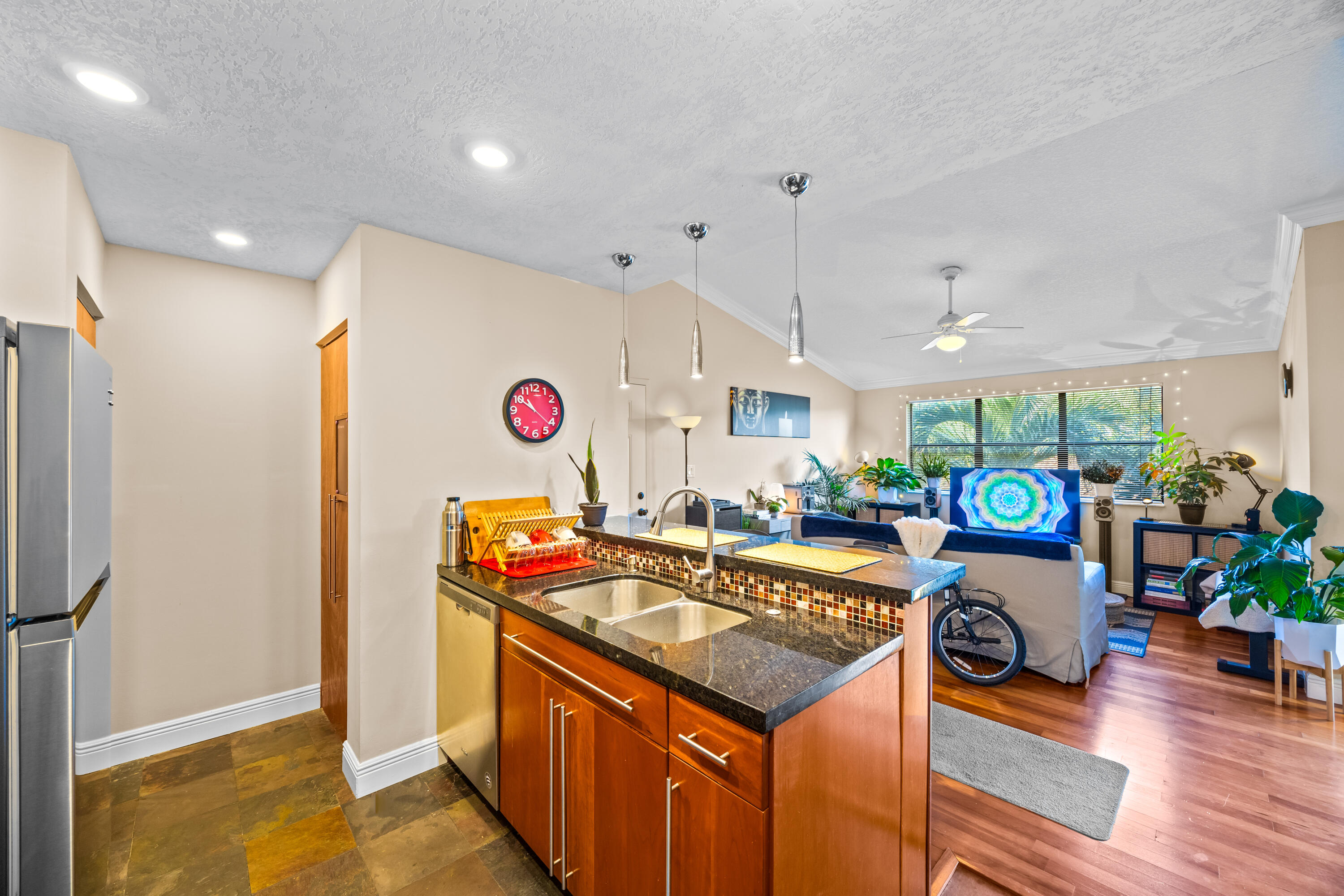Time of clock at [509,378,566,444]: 10:50
